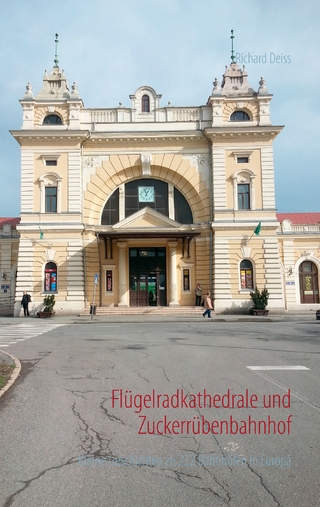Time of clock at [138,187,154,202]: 12:57
